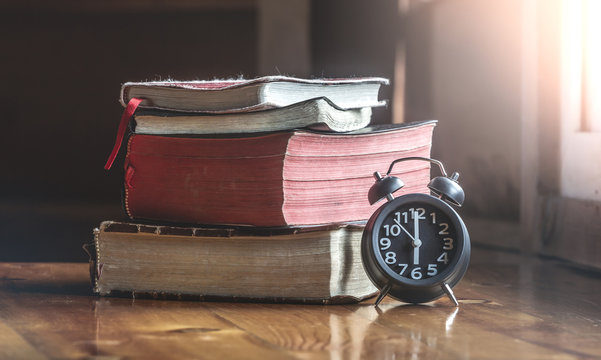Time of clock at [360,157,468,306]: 5:59
